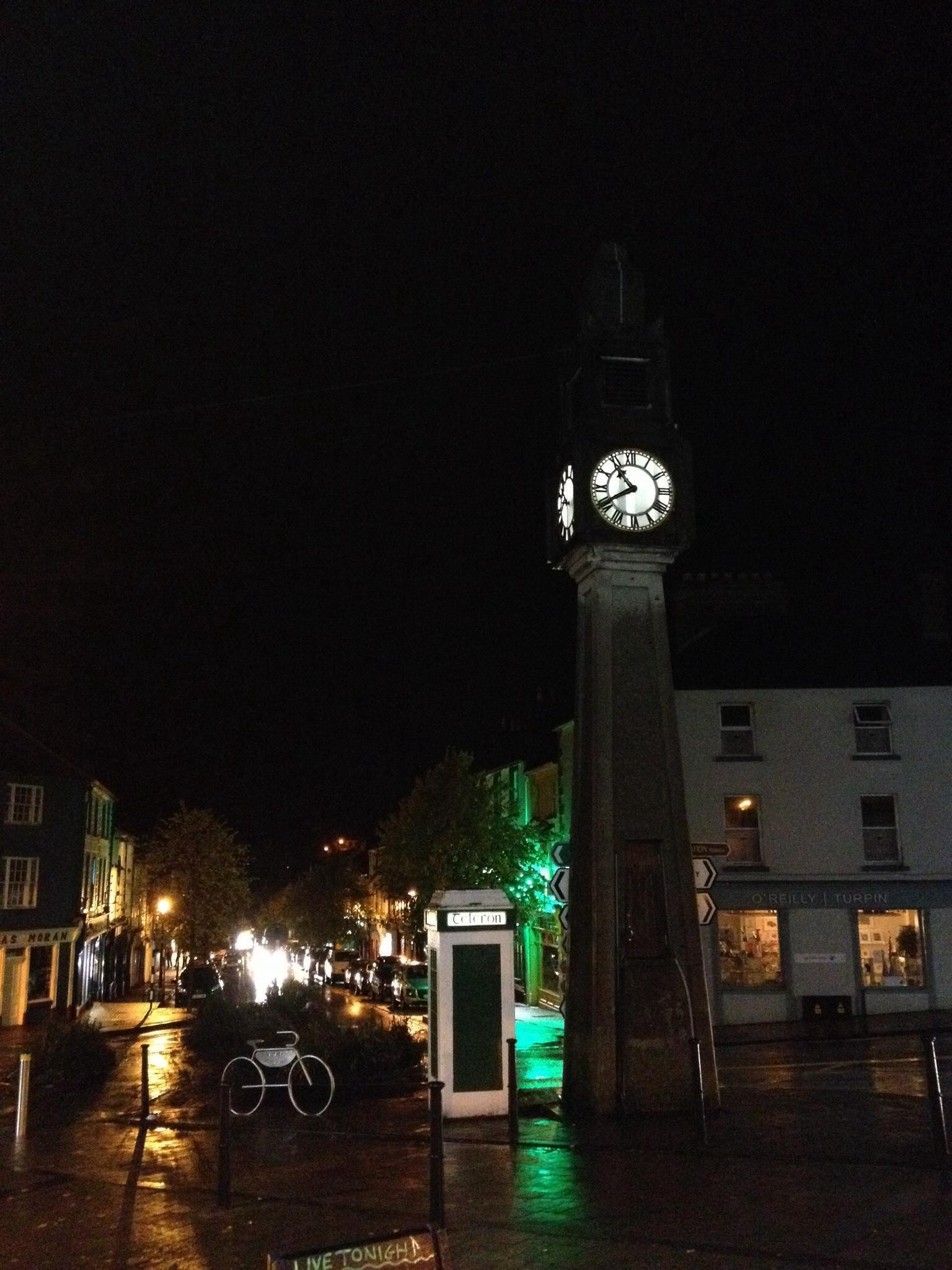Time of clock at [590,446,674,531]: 10:40
